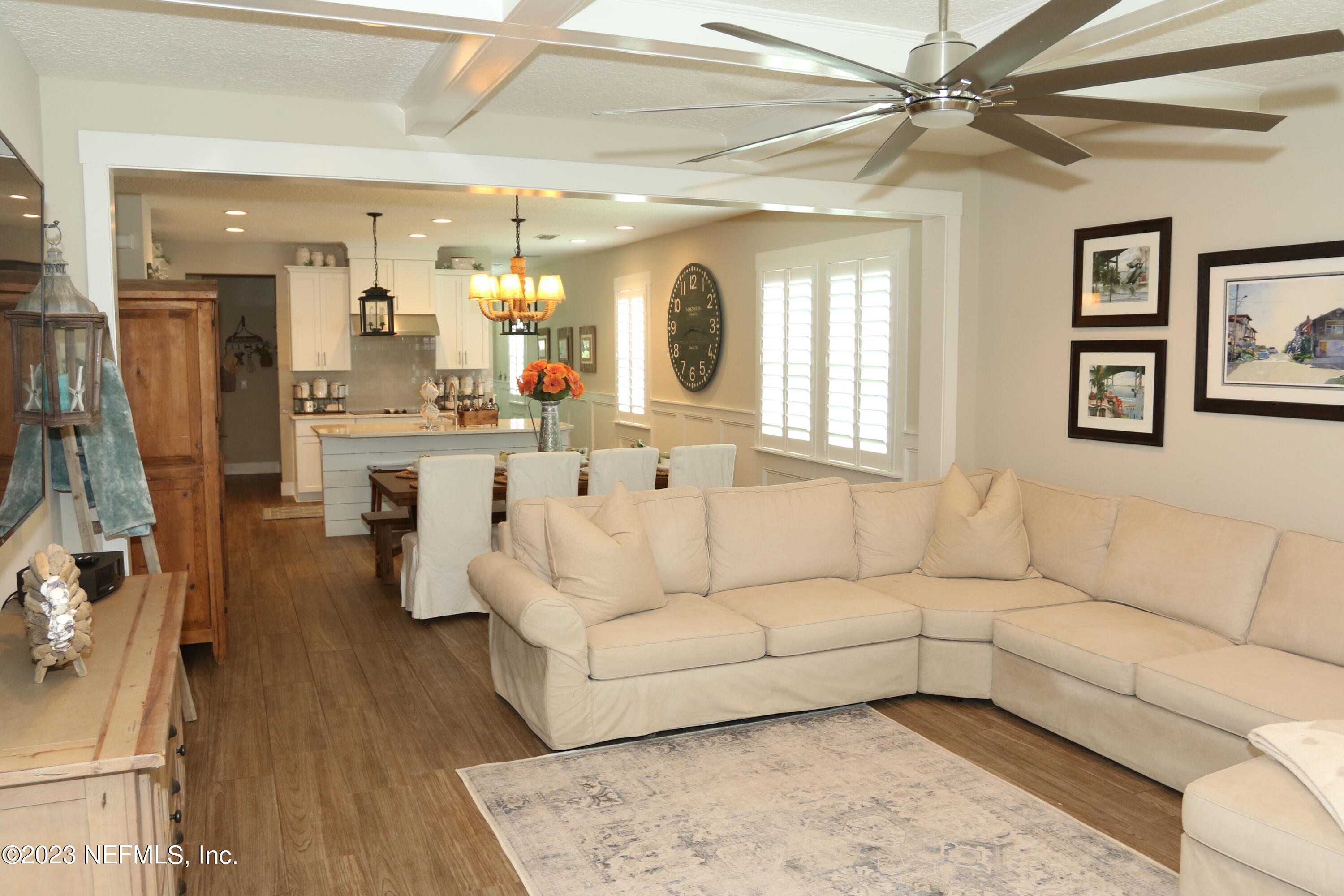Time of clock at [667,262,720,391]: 8:16
